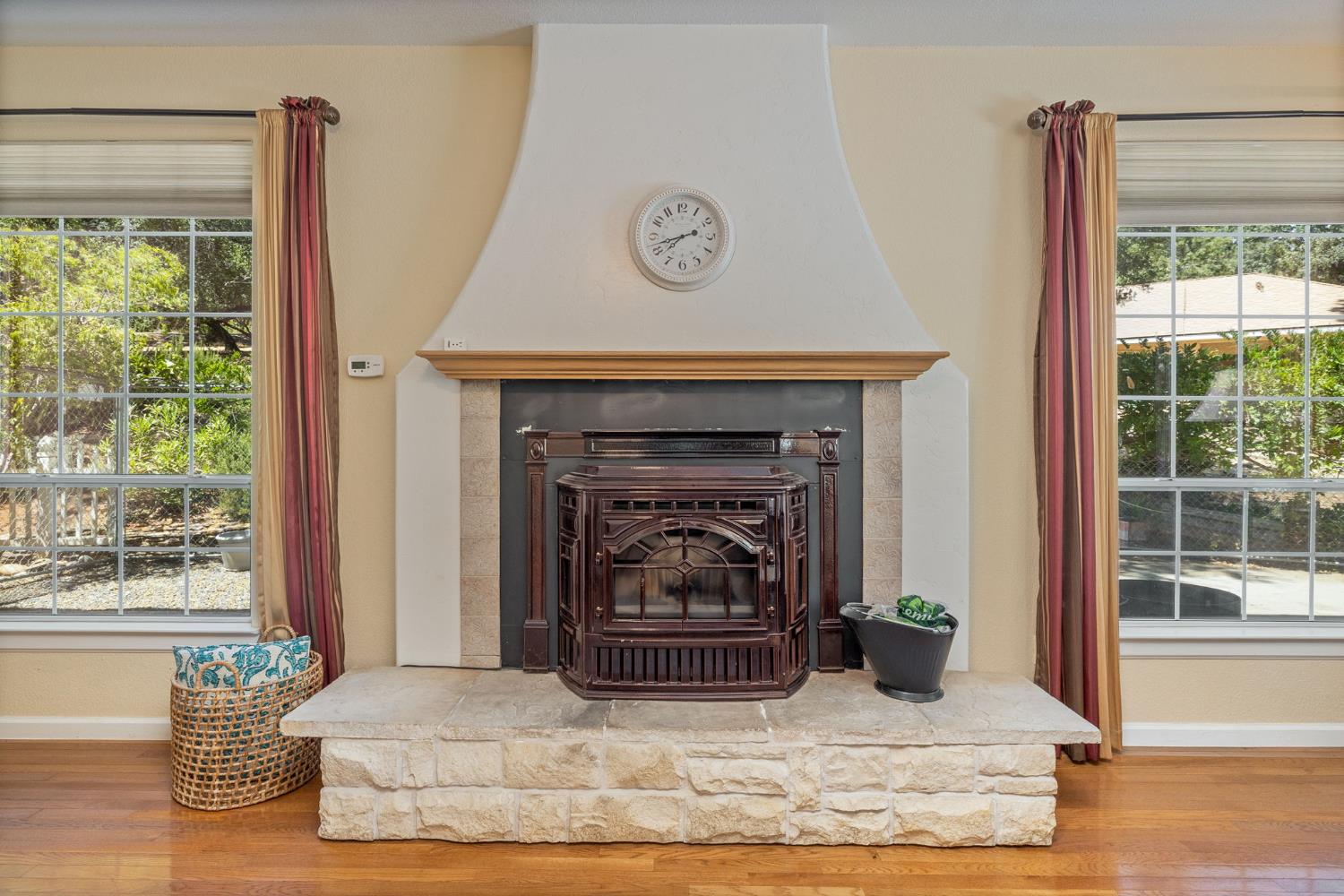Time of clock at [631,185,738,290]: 7:42
